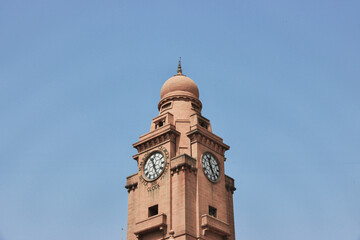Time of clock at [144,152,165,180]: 11:25
